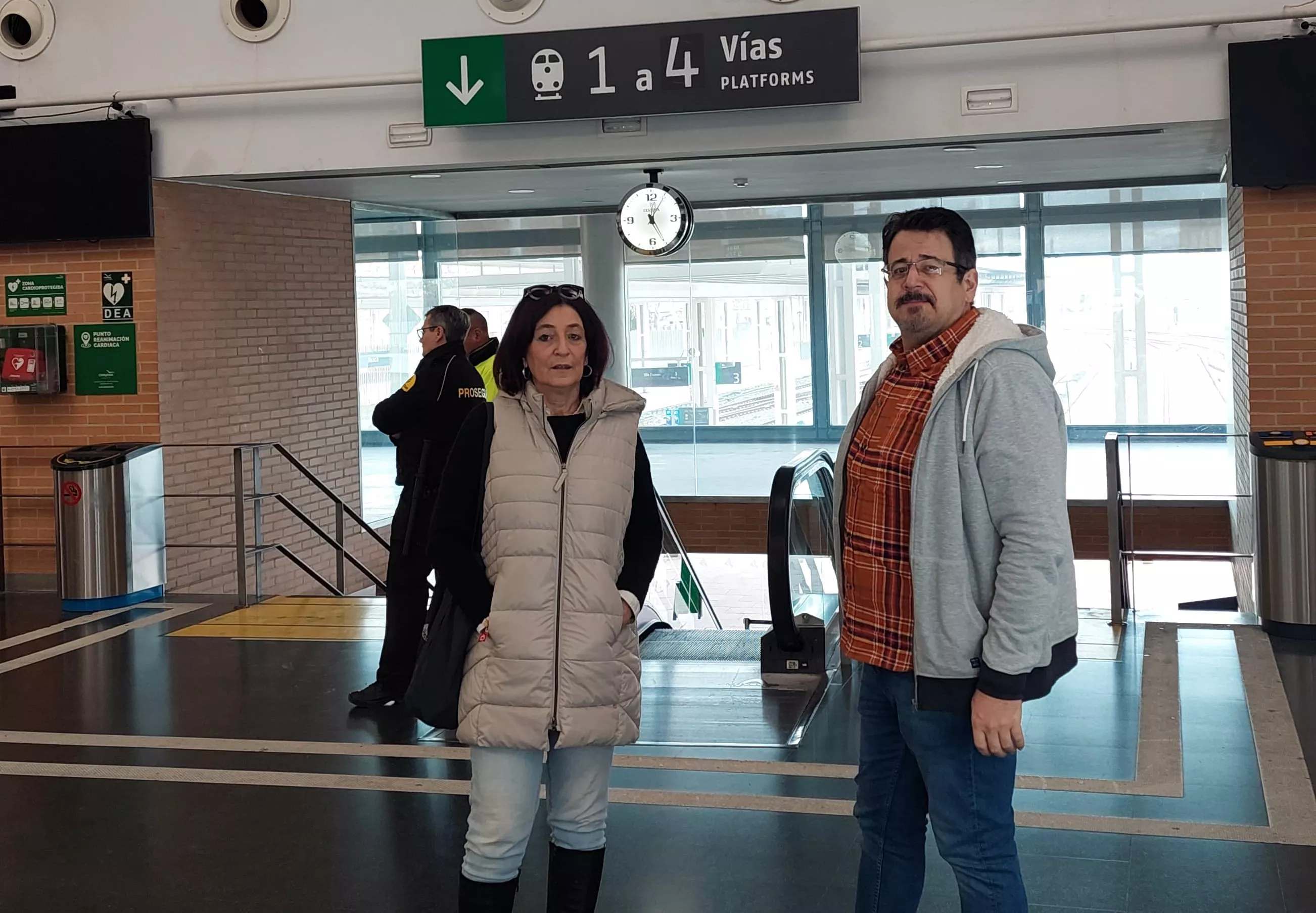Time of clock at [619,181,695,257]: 5:05
